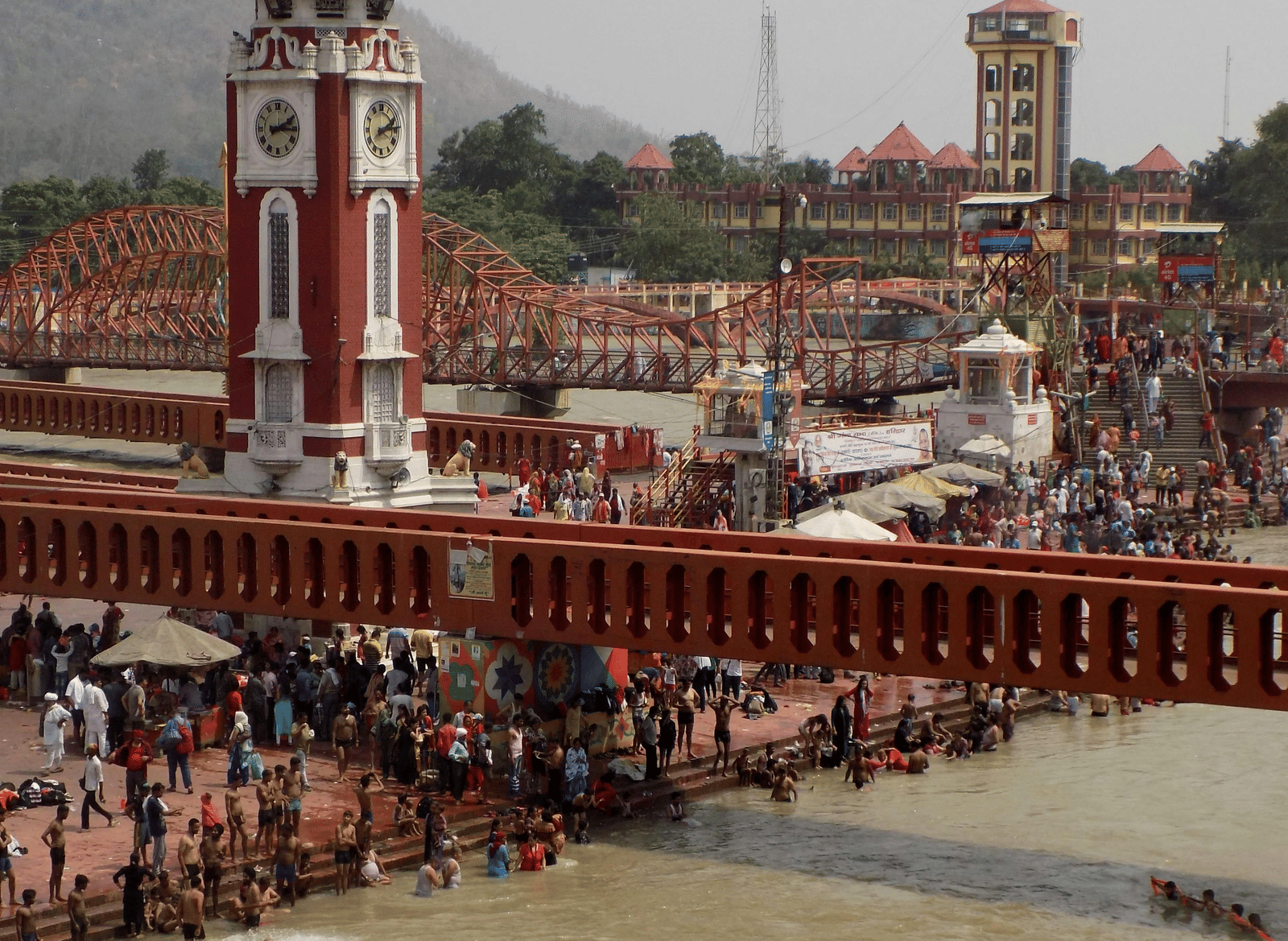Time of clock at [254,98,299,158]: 2:15
